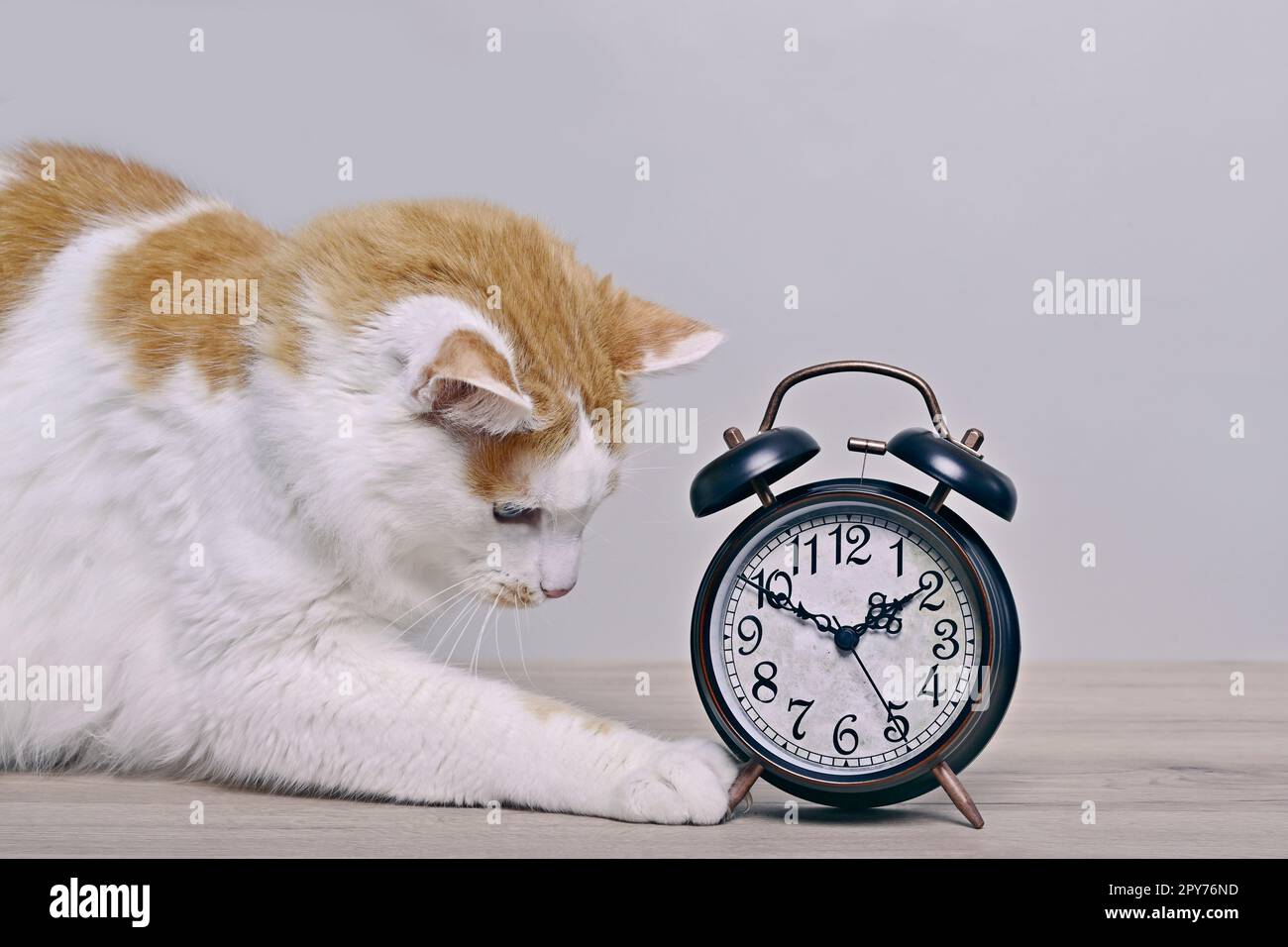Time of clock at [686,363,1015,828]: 1:49
